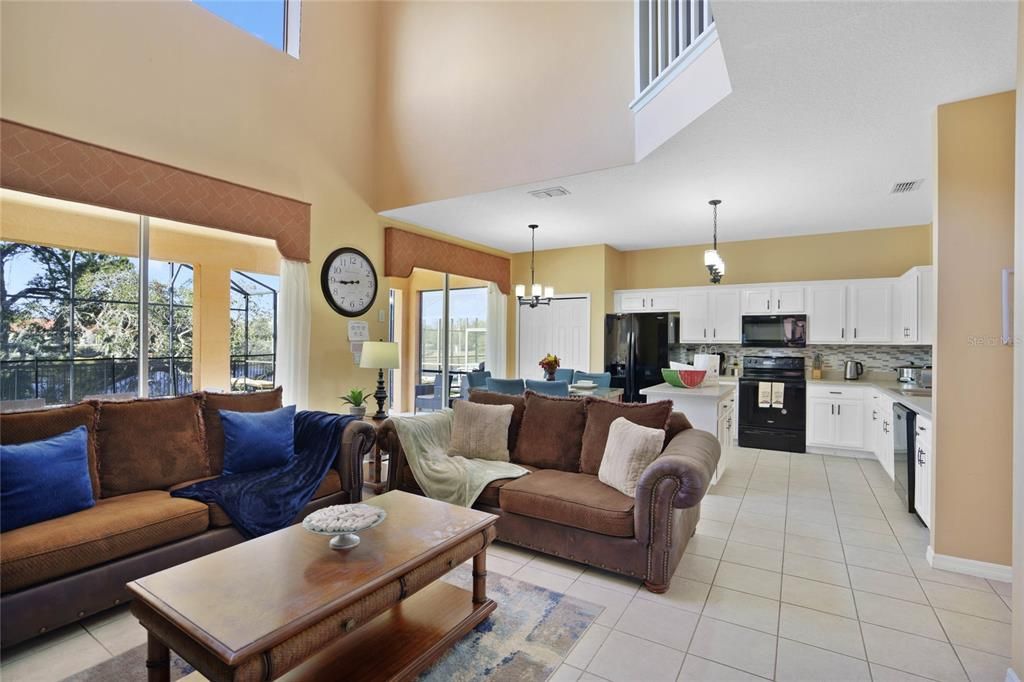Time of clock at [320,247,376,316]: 8:44
